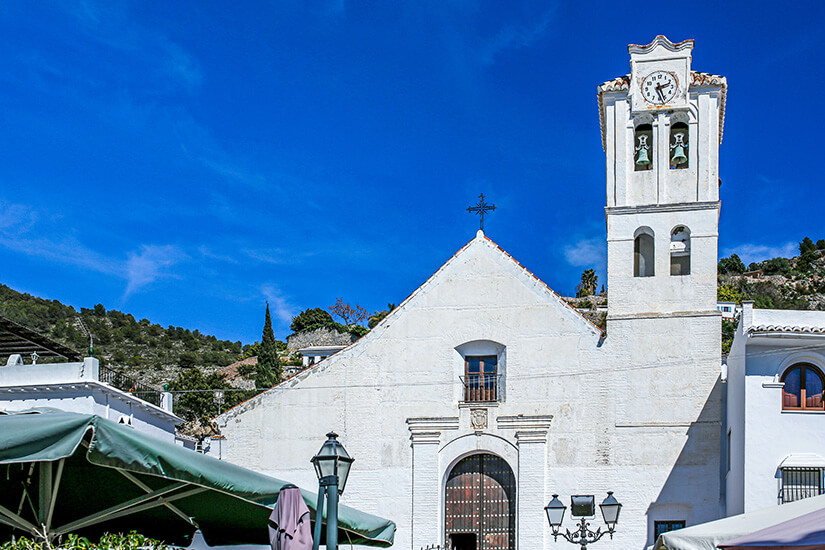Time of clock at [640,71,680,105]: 2:26
